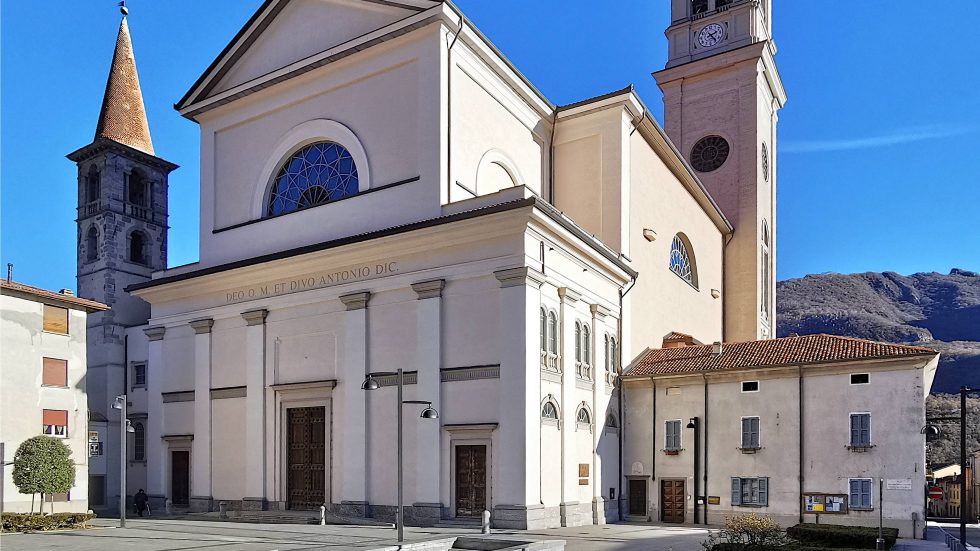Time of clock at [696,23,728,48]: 2:24
